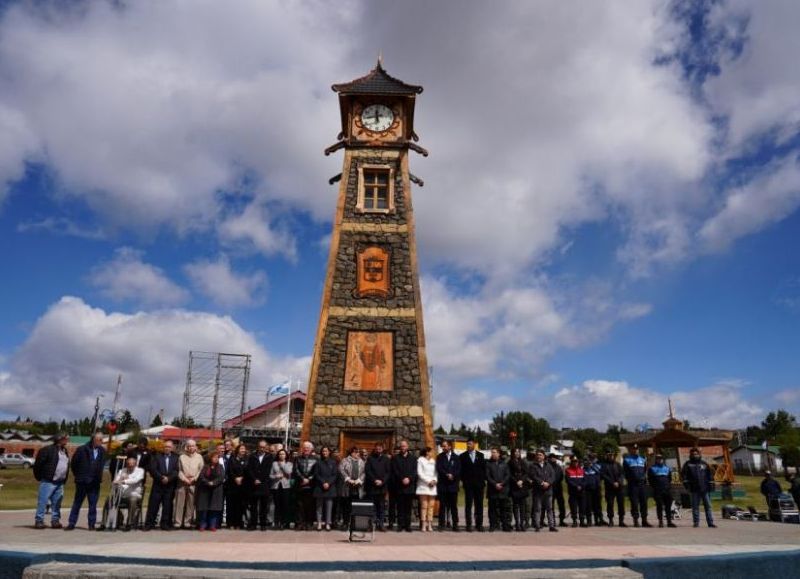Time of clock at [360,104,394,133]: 11:44
